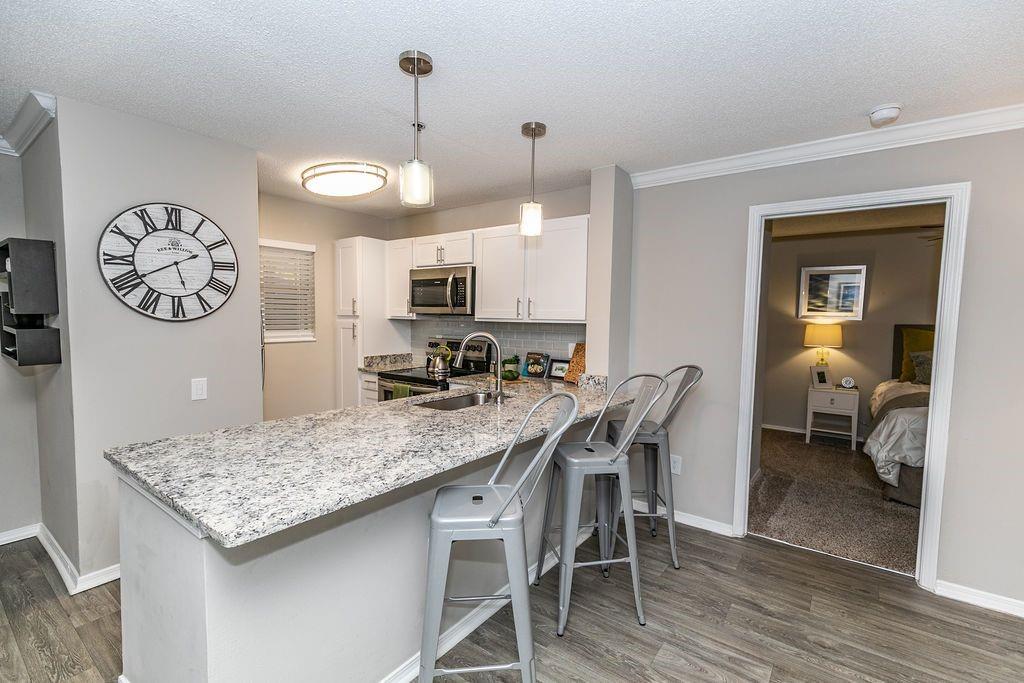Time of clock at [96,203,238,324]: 5:40
